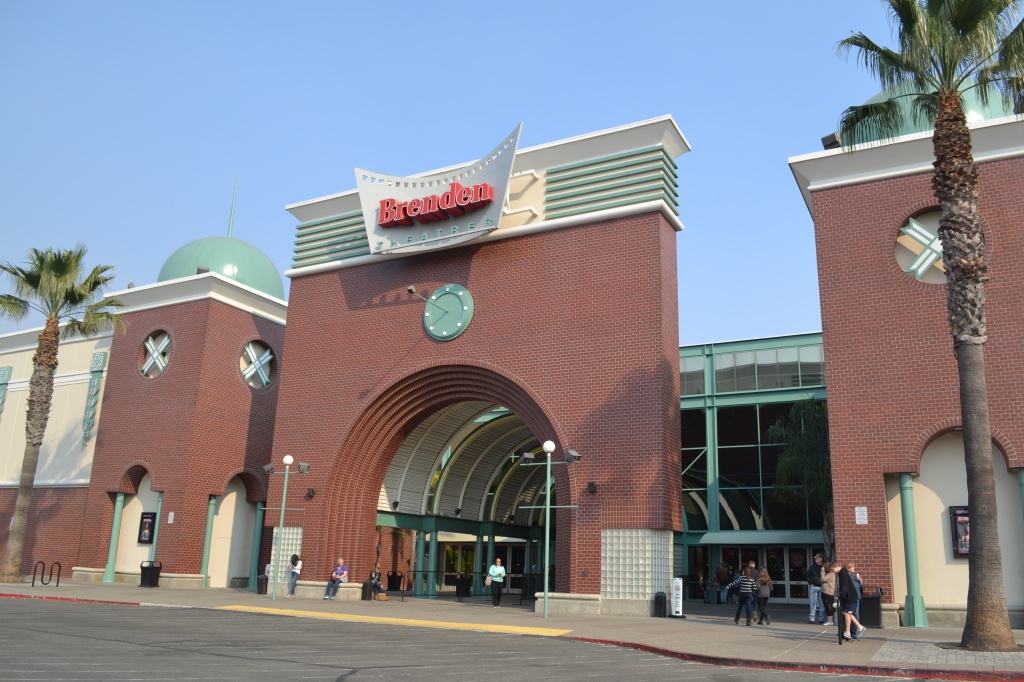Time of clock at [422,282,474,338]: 7:49
